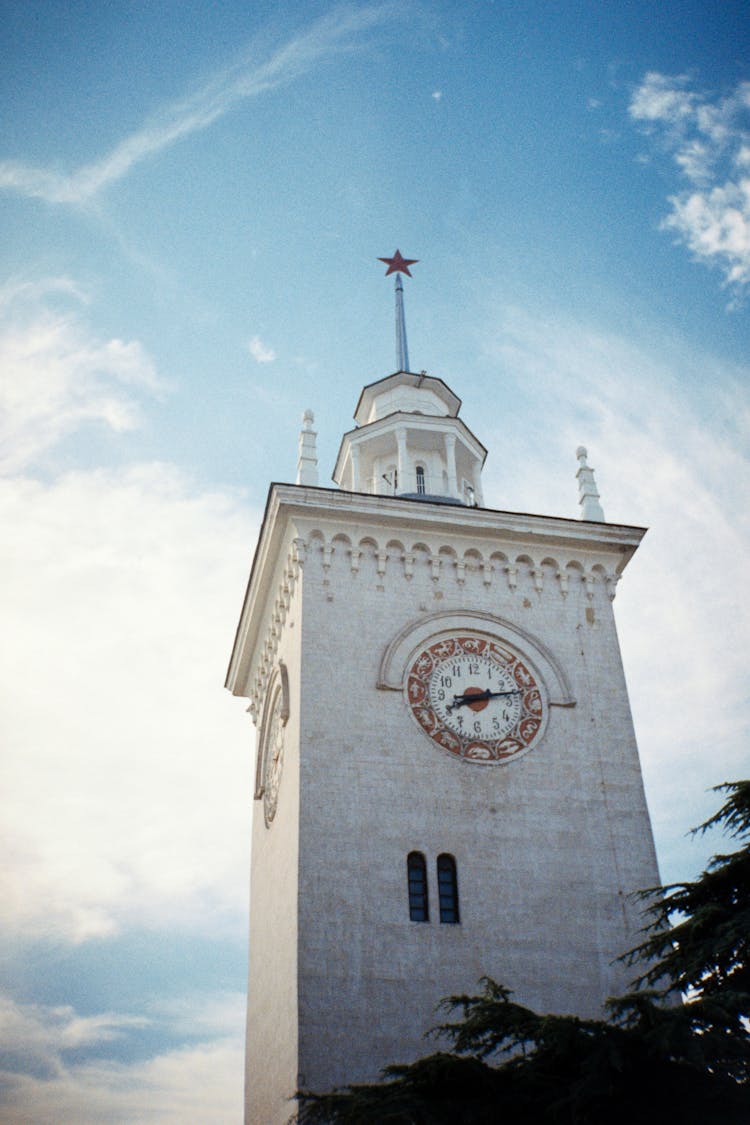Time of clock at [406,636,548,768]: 8:12
